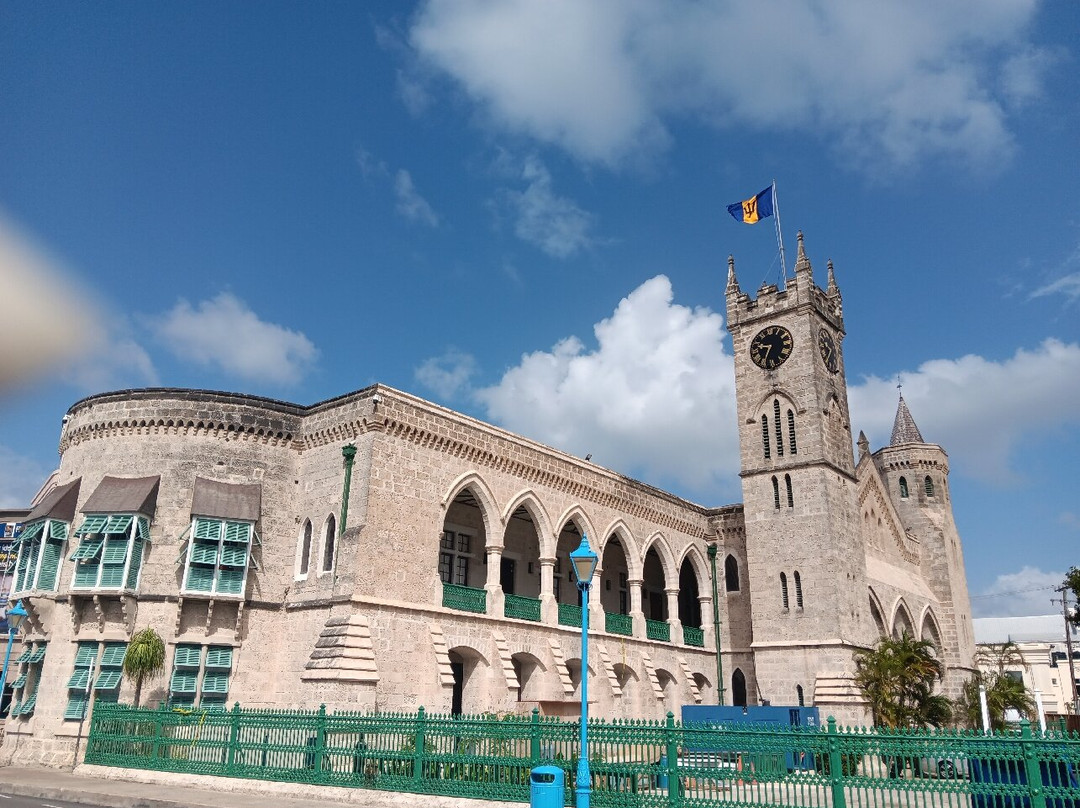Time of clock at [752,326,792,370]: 9:34
